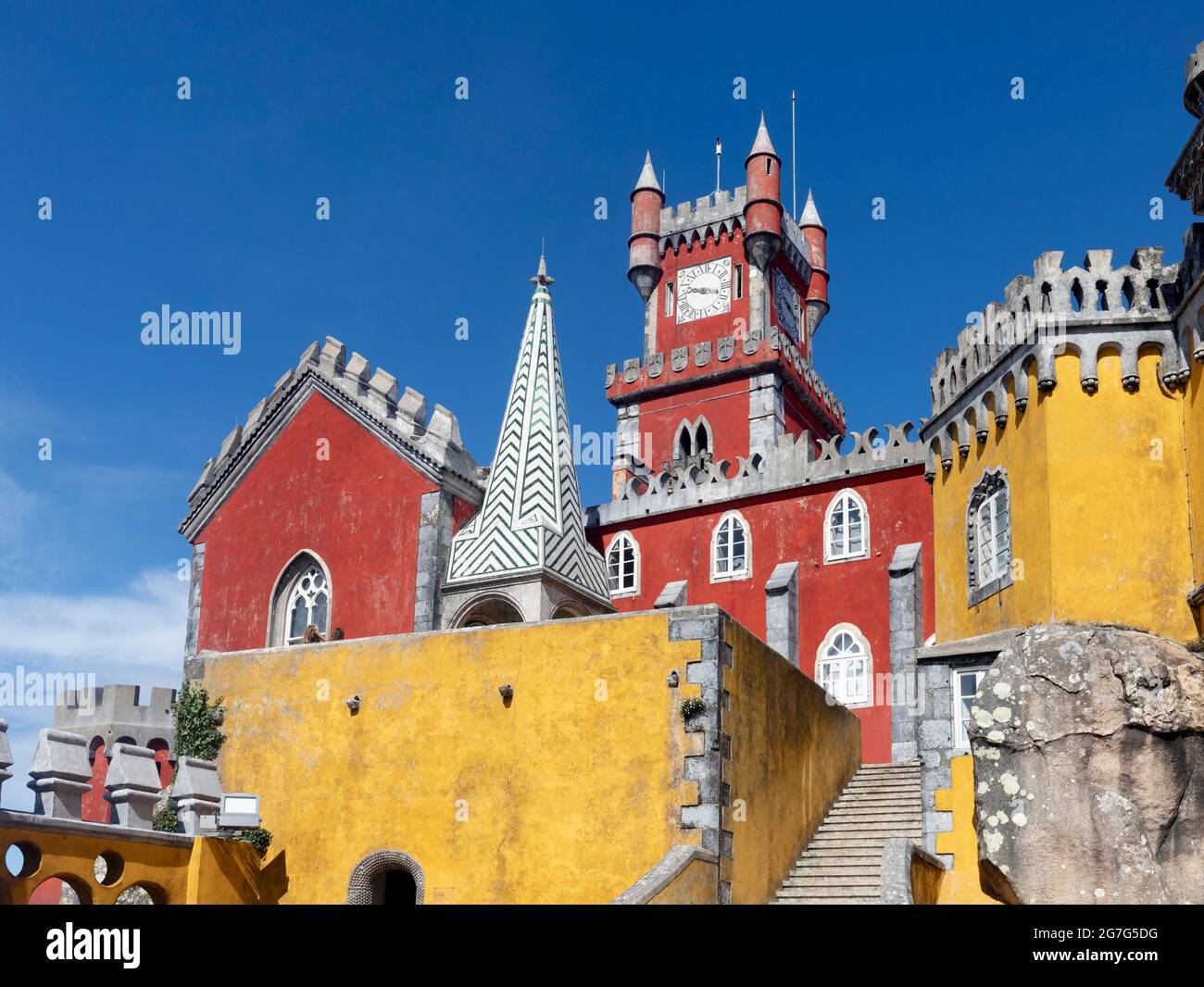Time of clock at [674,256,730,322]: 9:17
